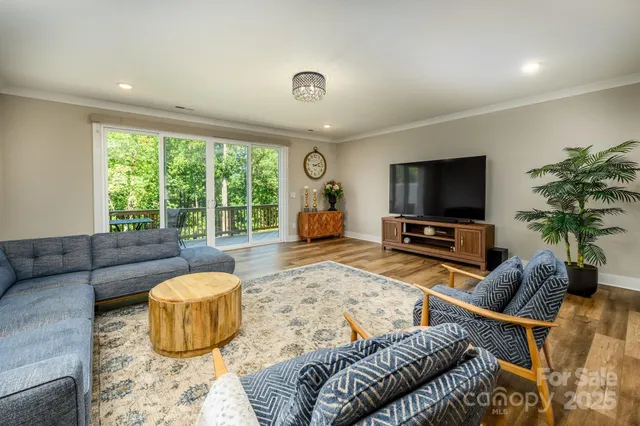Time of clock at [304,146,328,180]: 3:11
